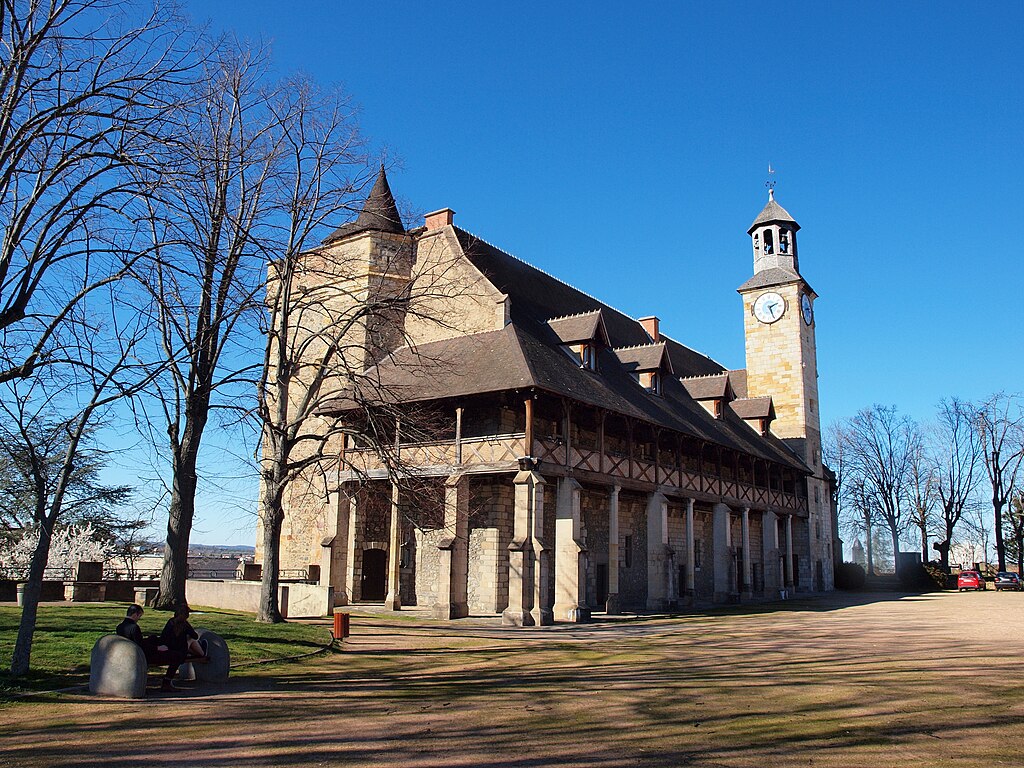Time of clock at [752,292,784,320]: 2:26
